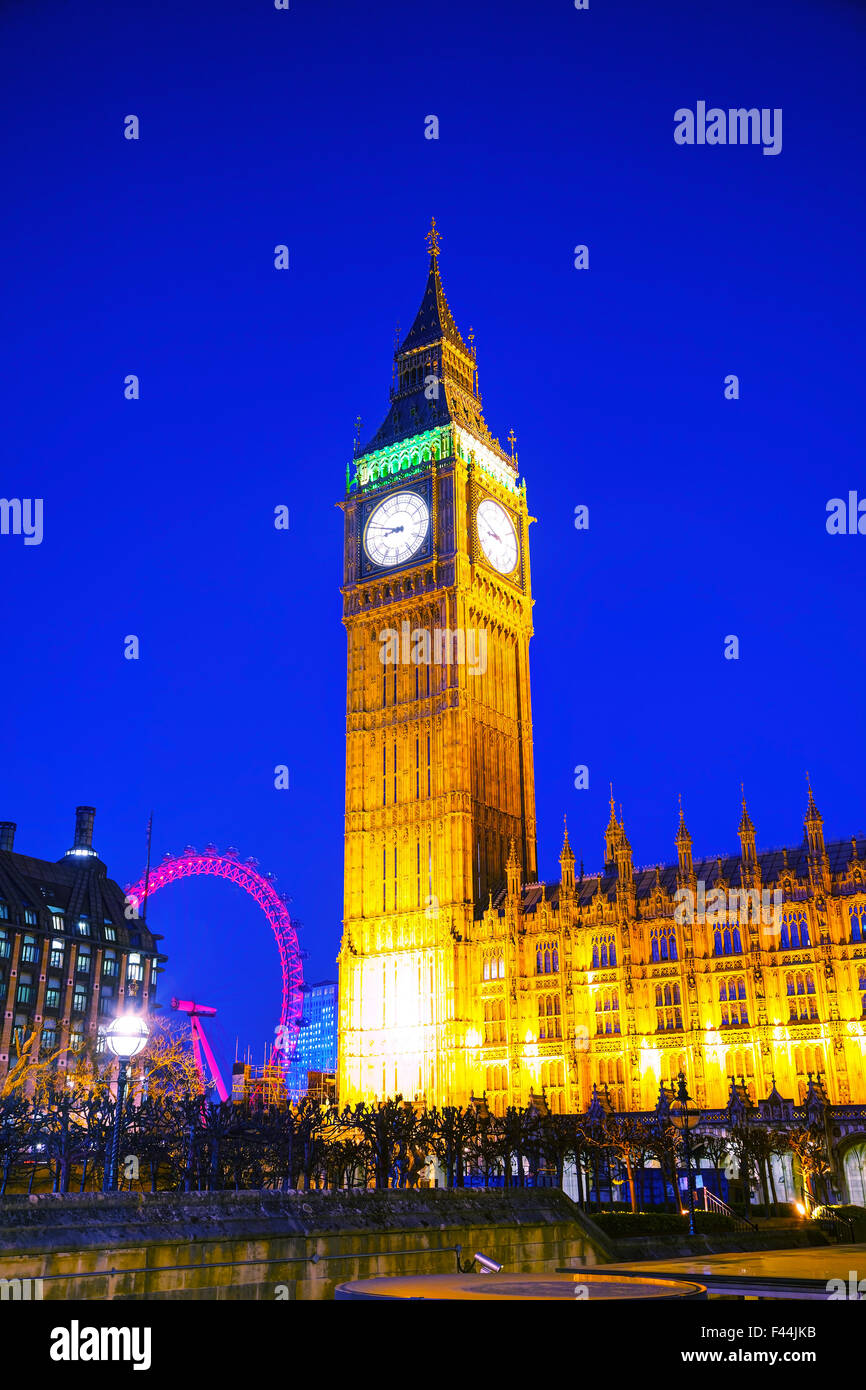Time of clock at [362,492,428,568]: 8:48
